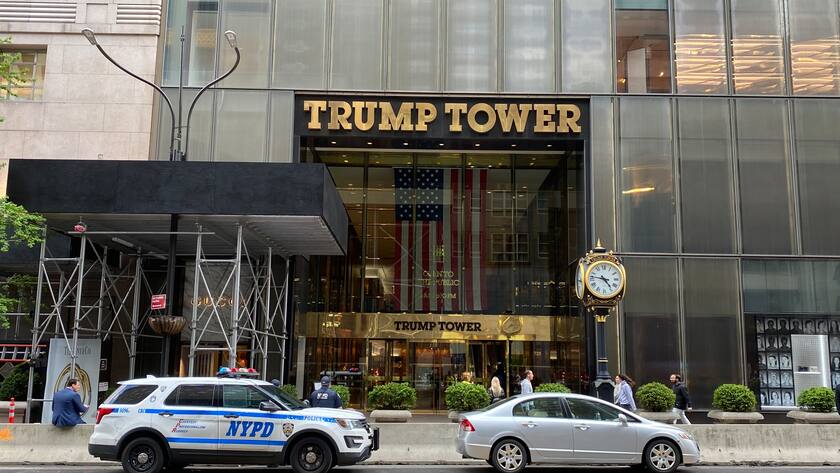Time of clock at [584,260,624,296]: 4:46
